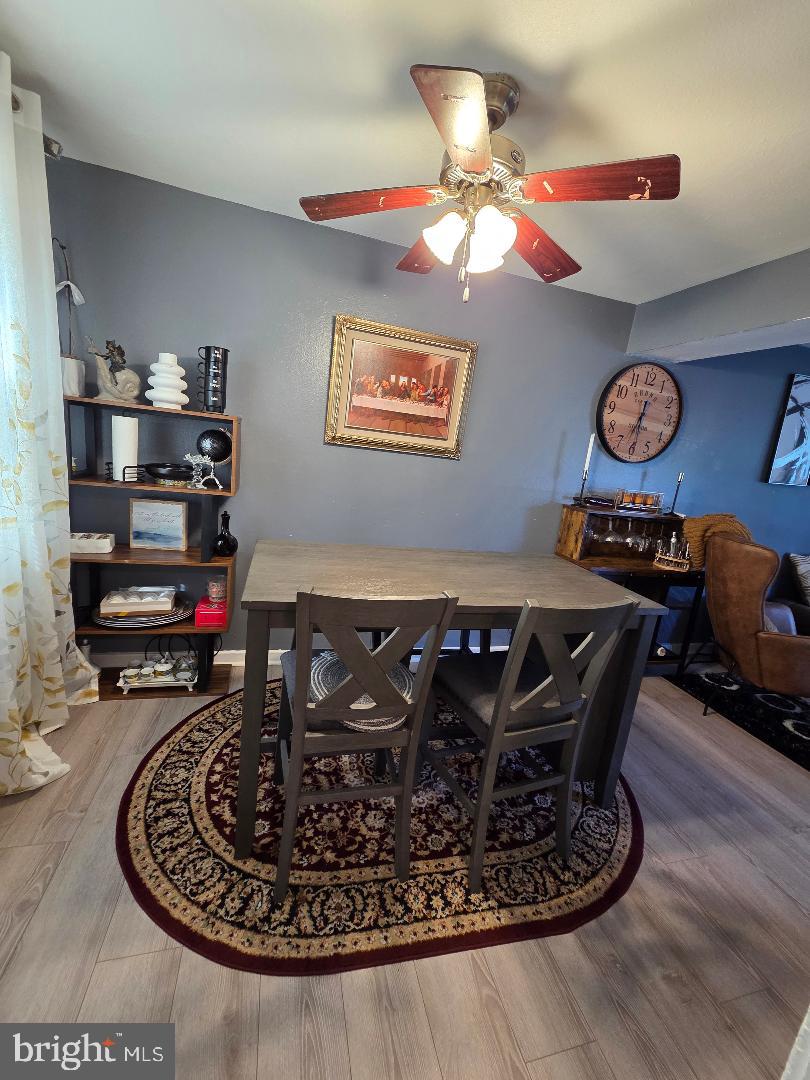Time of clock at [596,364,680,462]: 6:29
